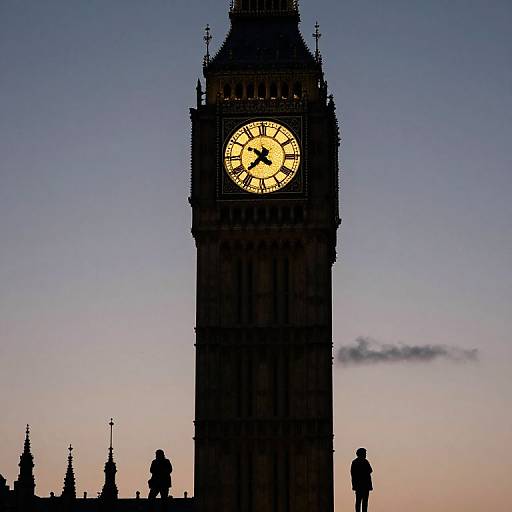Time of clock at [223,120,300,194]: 7:37
